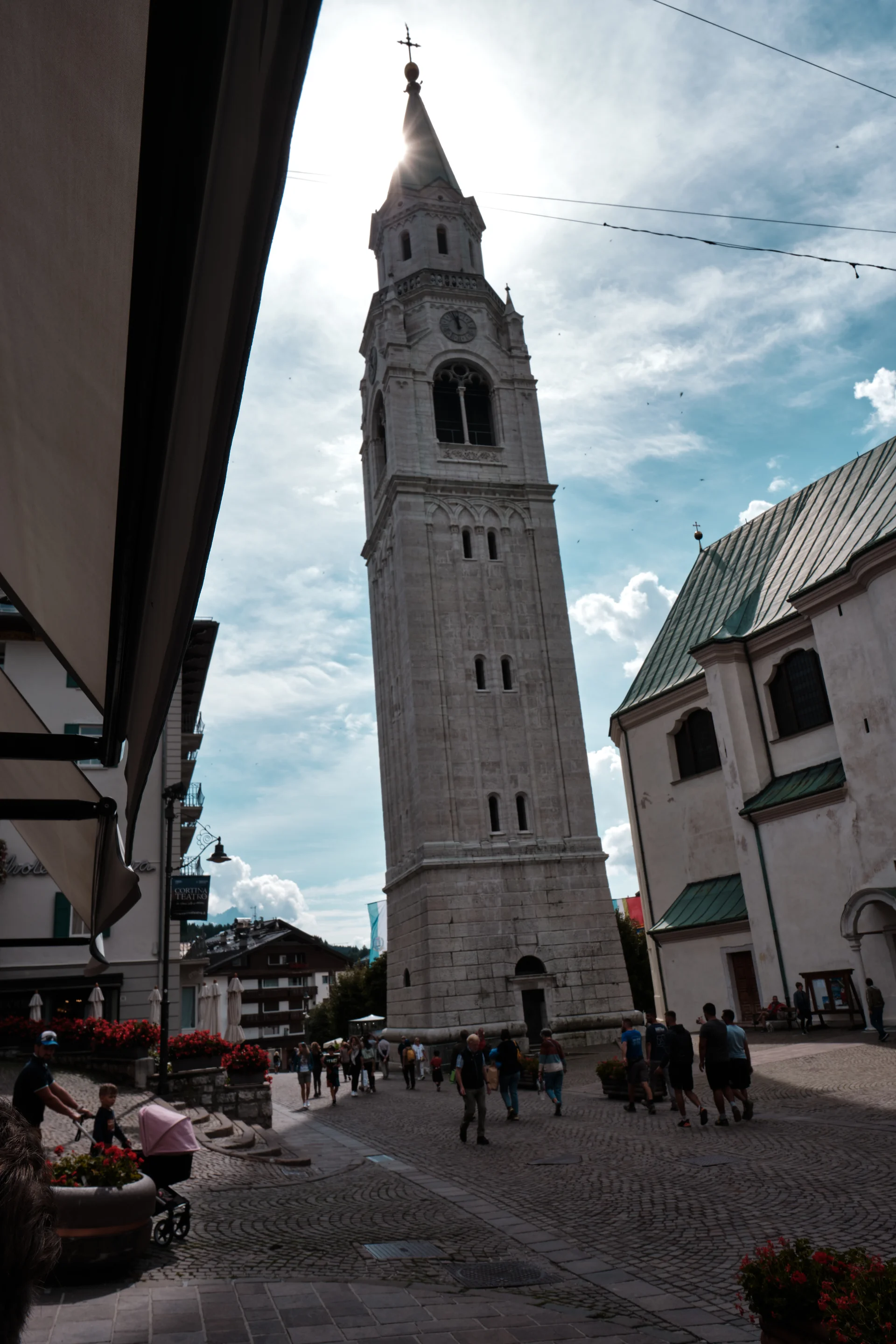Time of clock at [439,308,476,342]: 11:56
